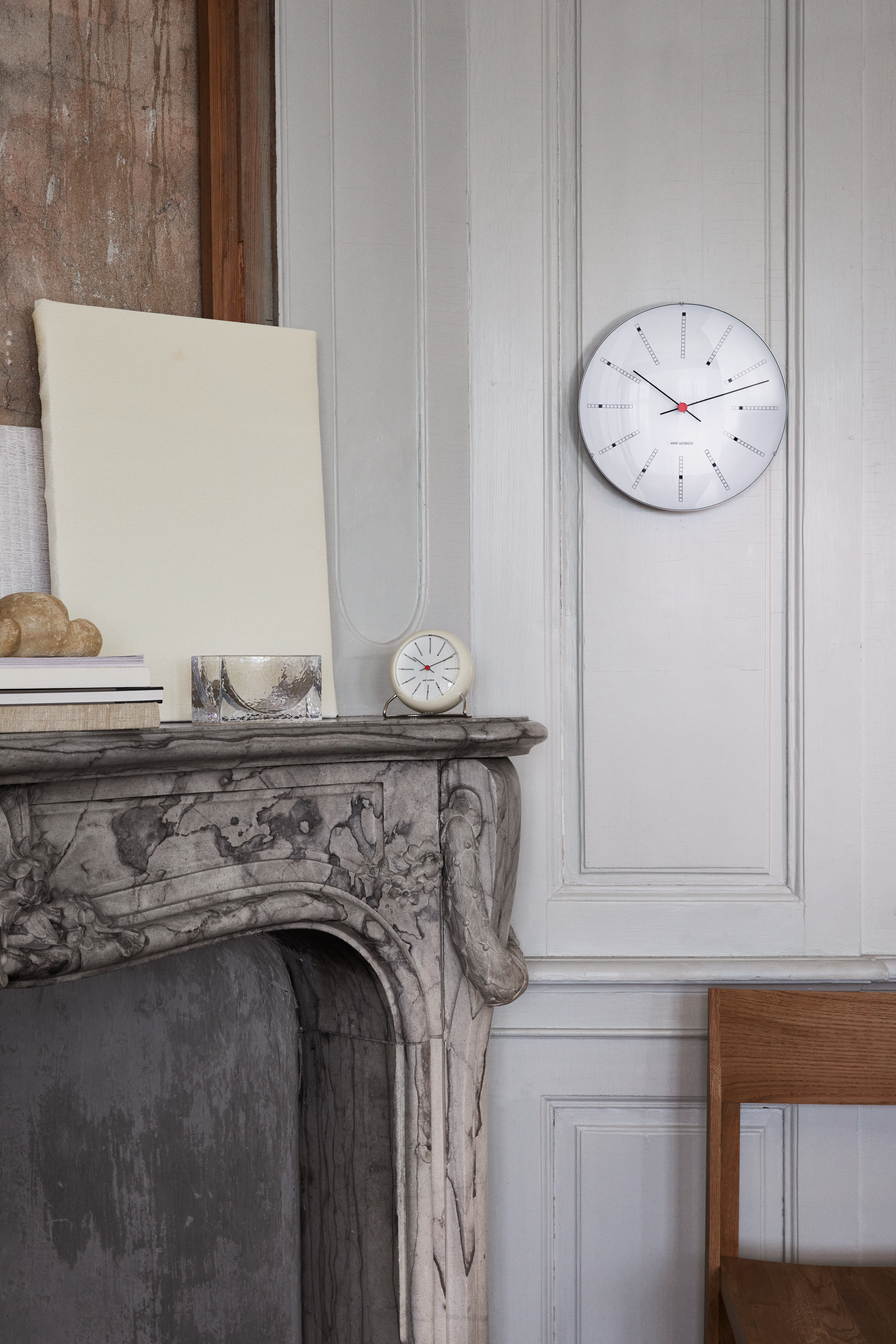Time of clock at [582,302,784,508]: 10:11
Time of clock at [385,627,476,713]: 10:10
